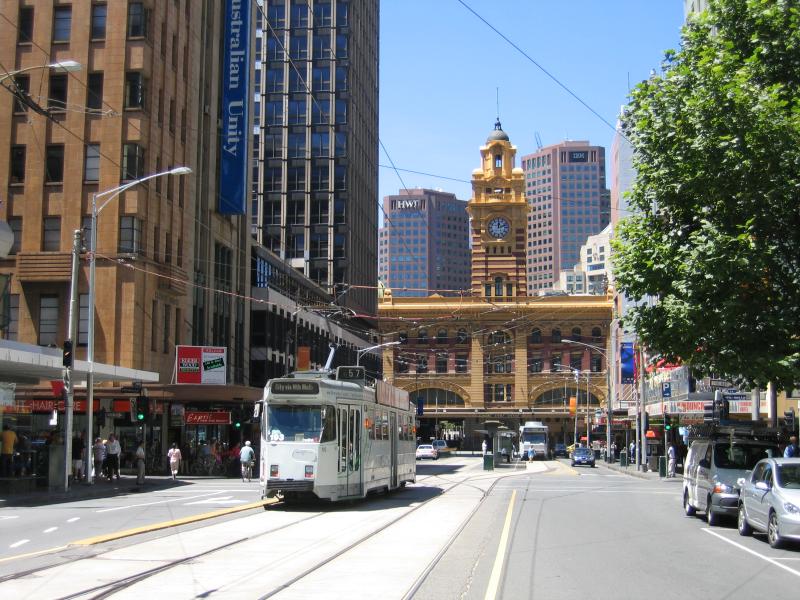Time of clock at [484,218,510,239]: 12:11
